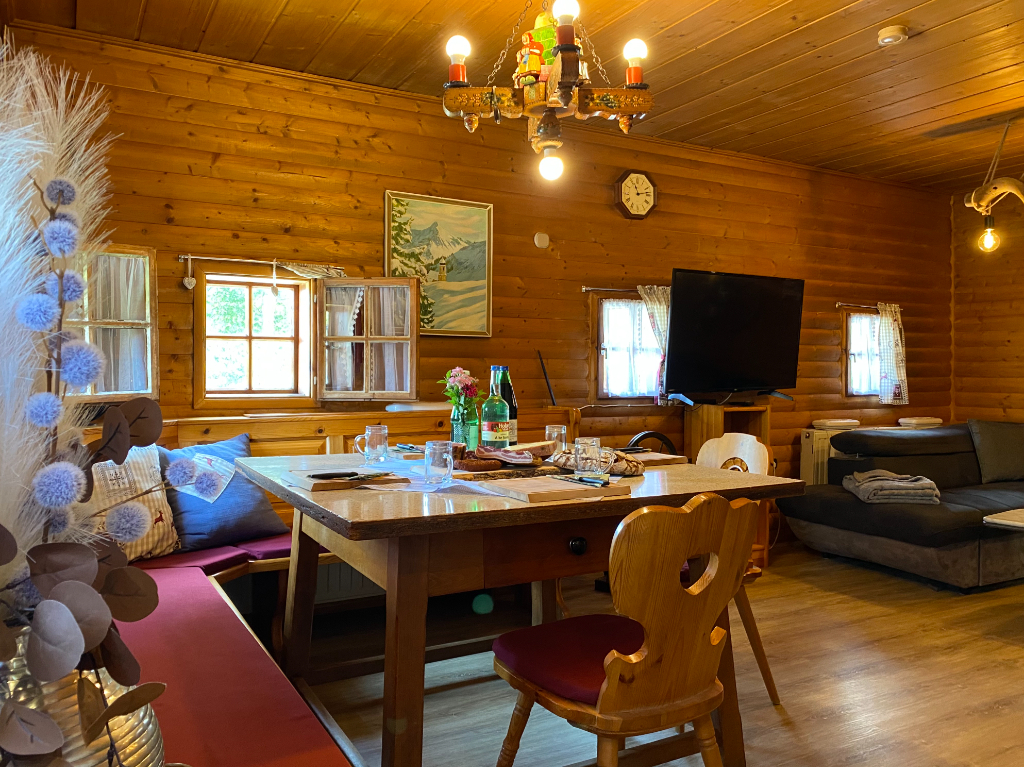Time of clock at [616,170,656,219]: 11:13
